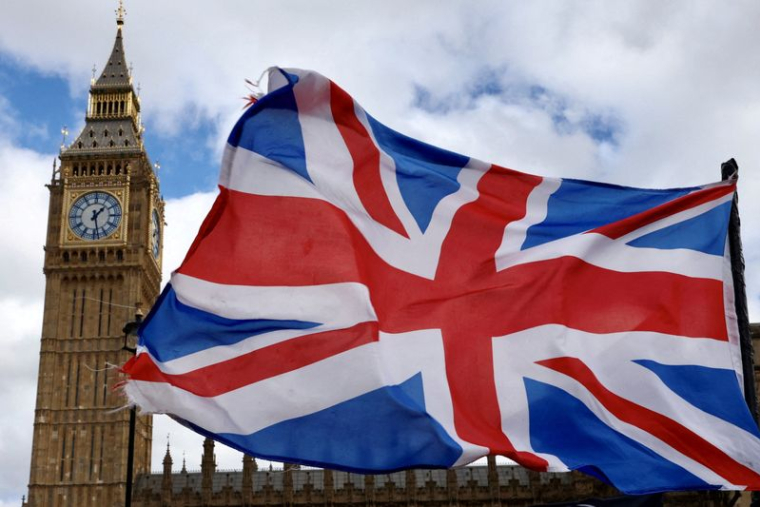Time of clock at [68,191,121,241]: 1:28
